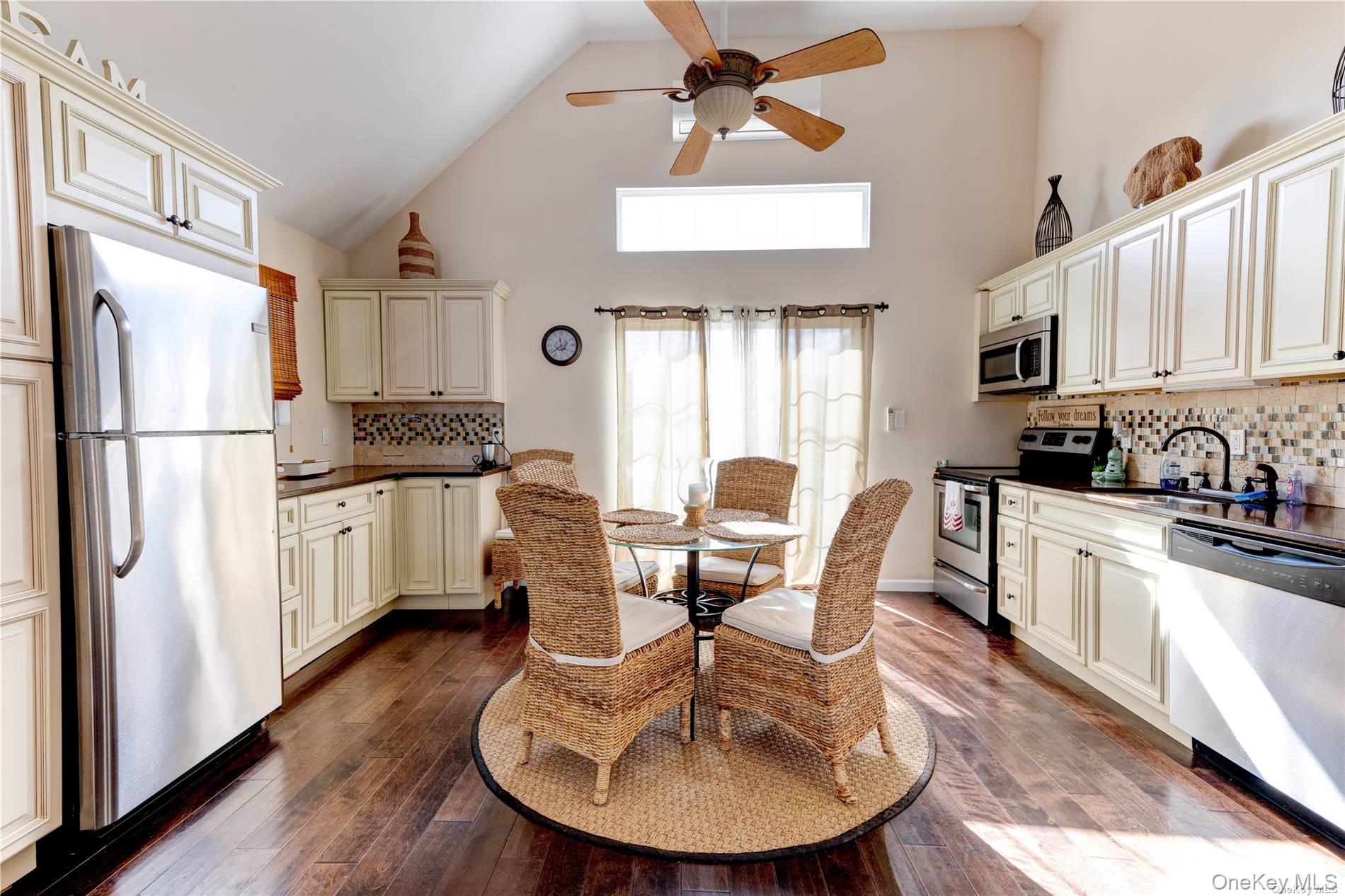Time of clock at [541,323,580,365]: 11:38
